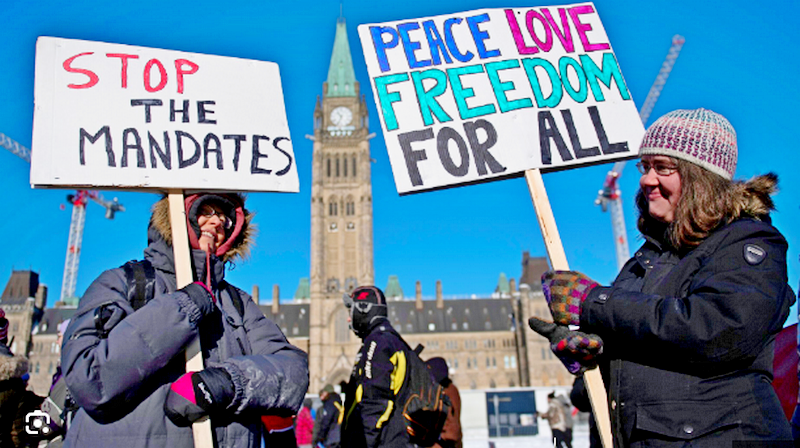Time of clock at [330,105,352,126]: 10:33
